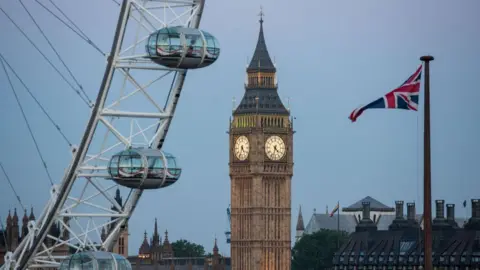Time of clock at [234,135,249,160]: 4:34
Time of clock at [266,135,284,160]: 4:32
